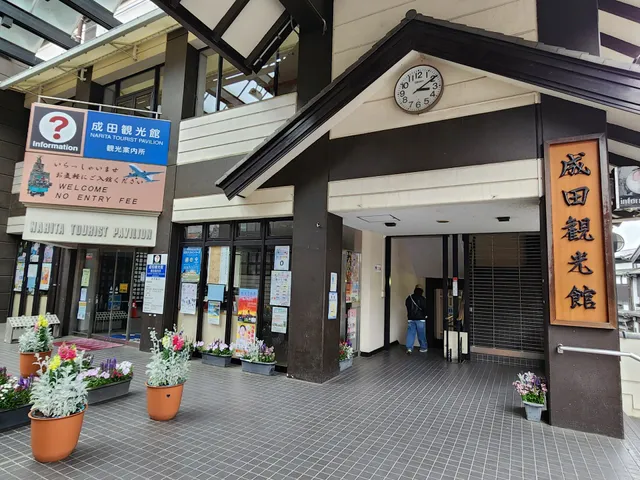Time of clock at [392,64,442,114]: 3:09
